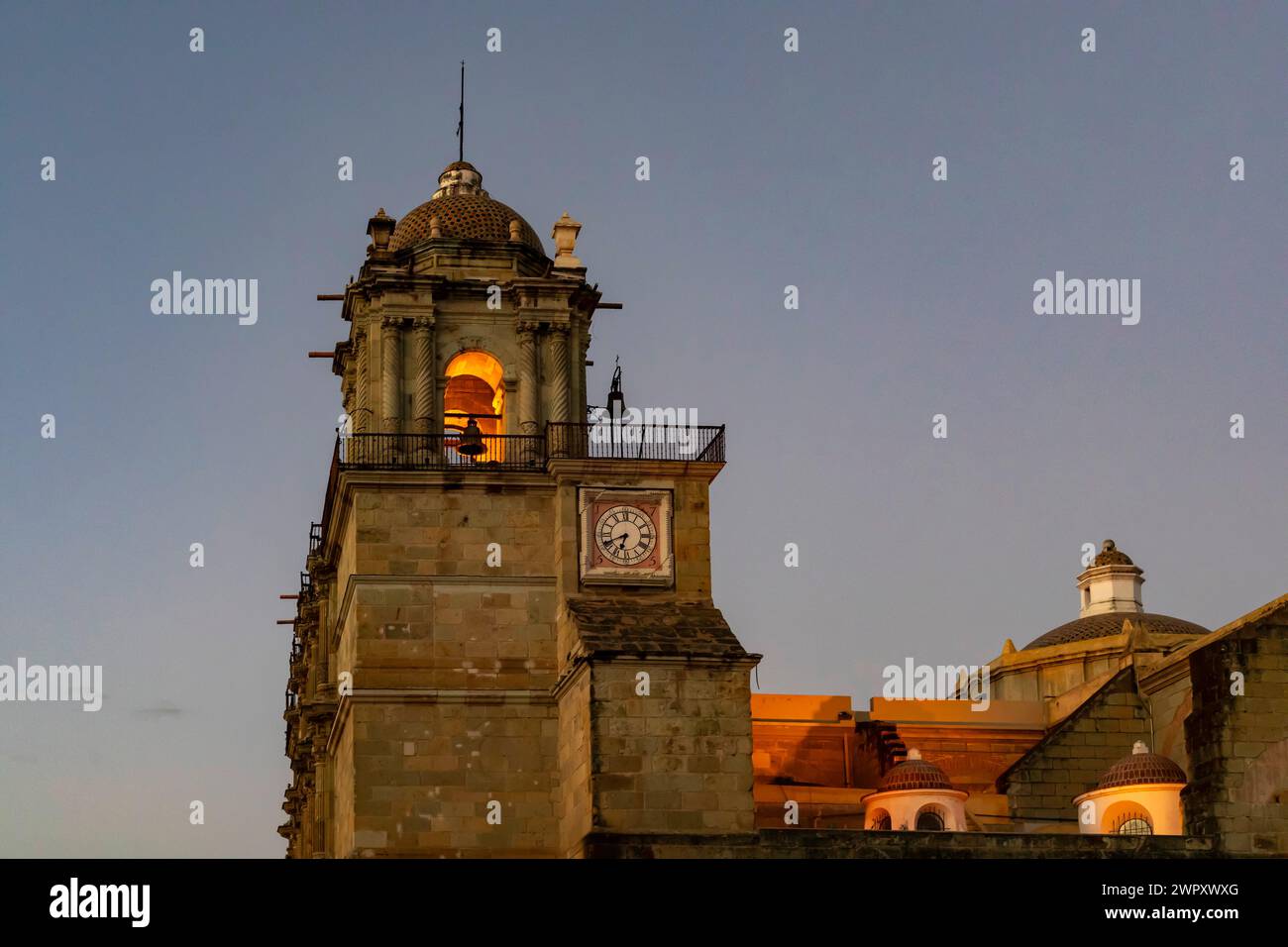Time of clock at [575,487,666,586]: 6:41
